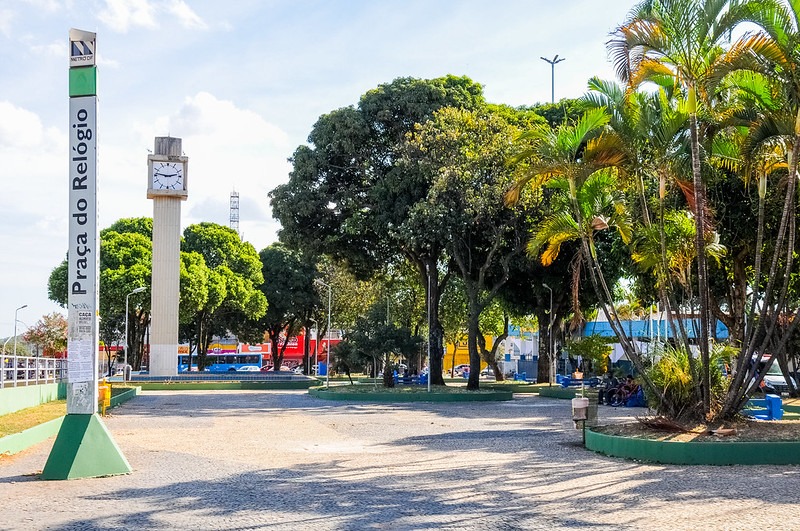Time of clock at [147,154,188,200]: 2:46
